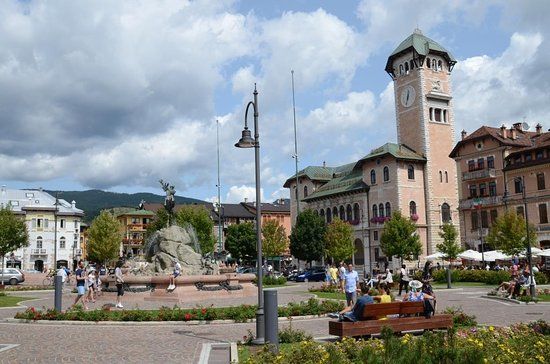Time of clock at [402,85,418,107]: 6:32
